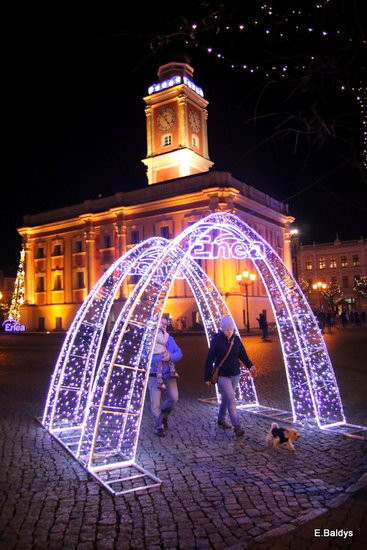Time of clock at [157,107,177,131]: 4:53
